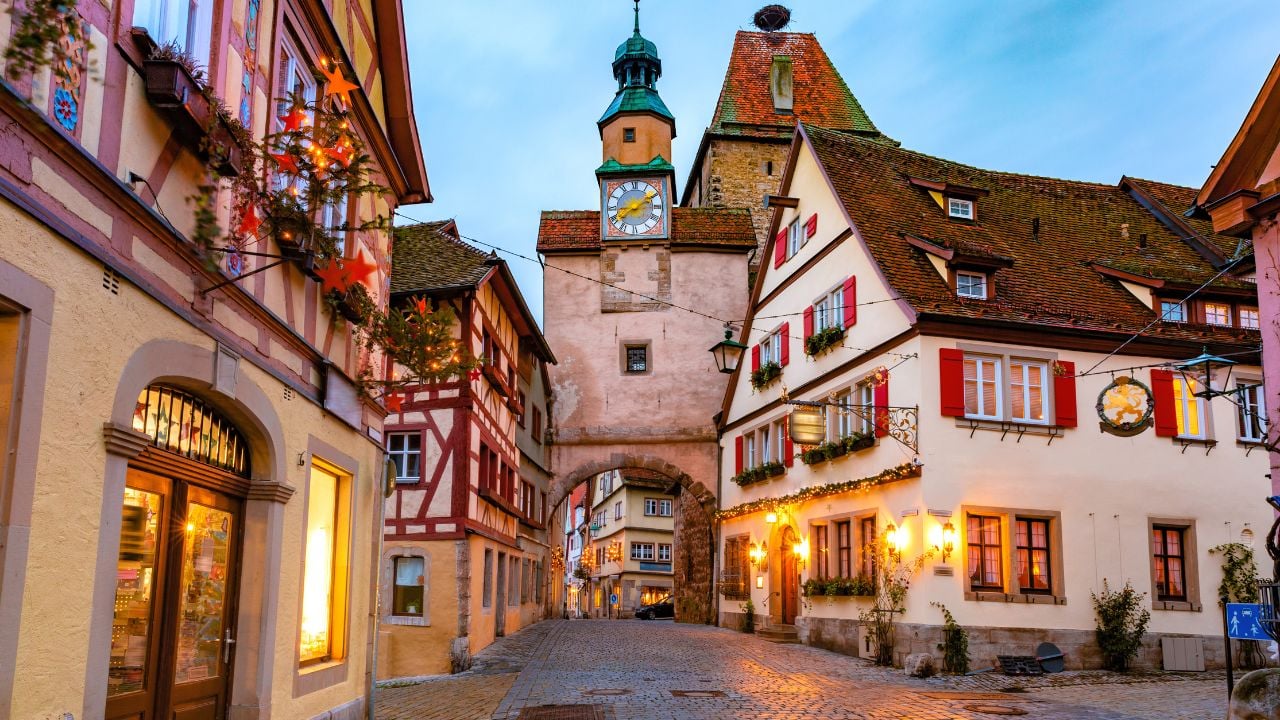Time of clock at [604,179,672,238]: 8:10
